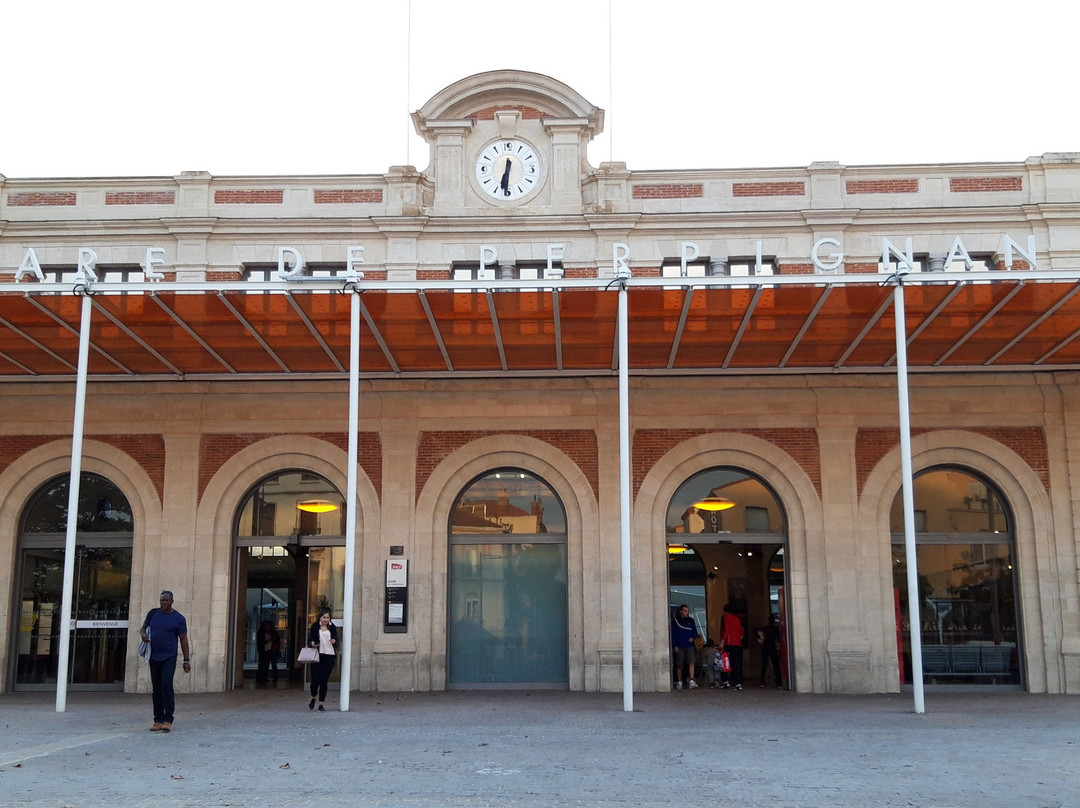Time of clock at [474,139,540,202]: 6:31
